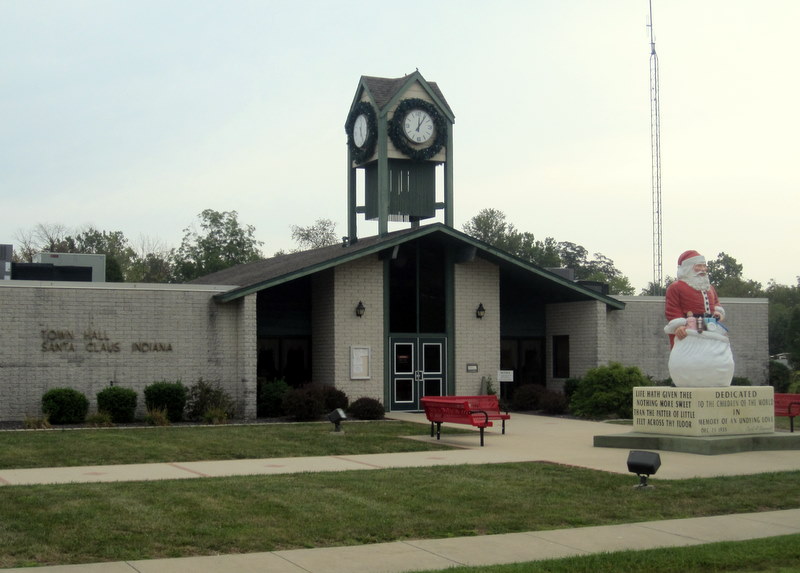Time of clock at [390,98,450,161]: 12:06
